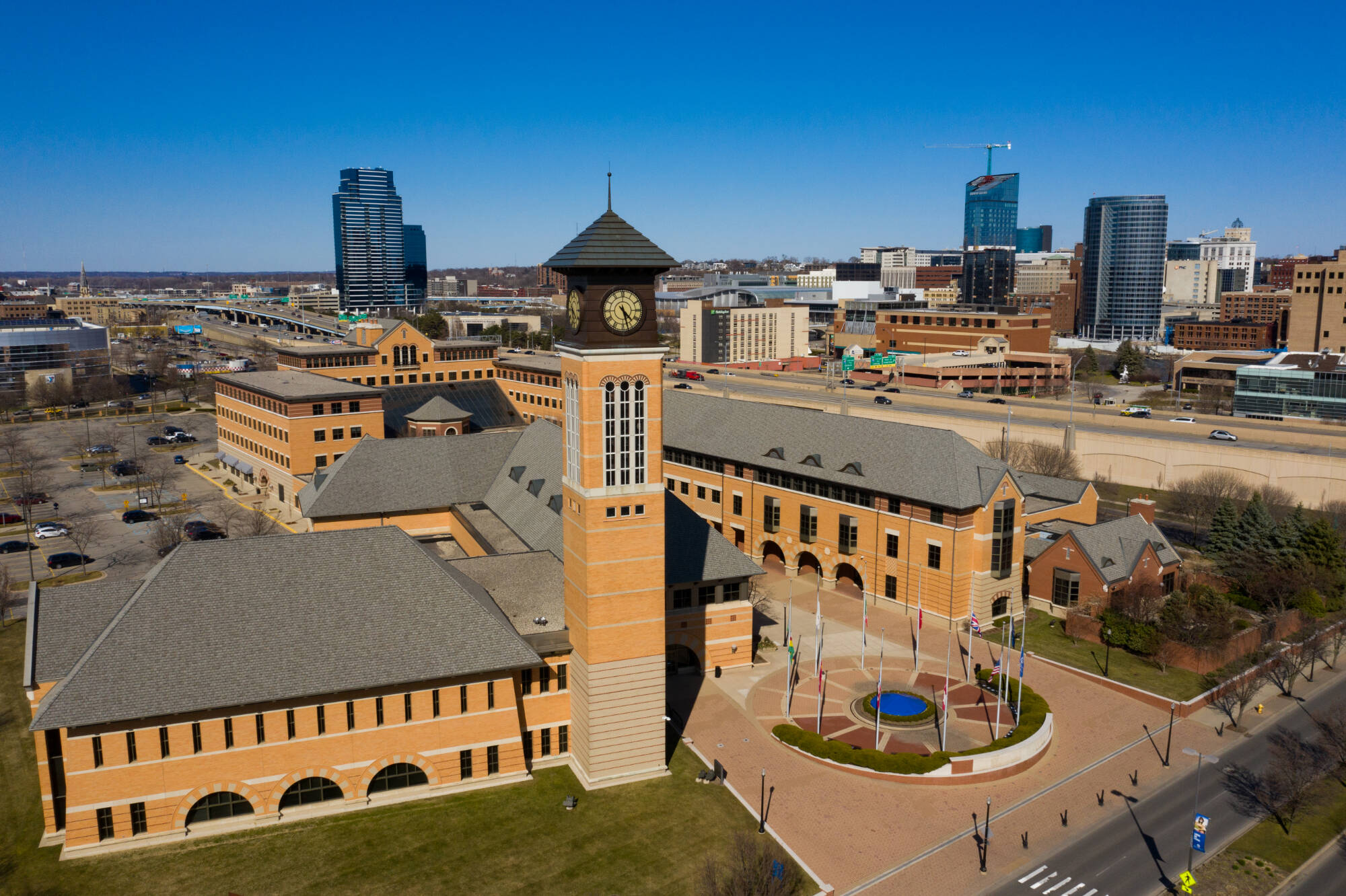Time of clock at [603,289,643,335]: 4:27
